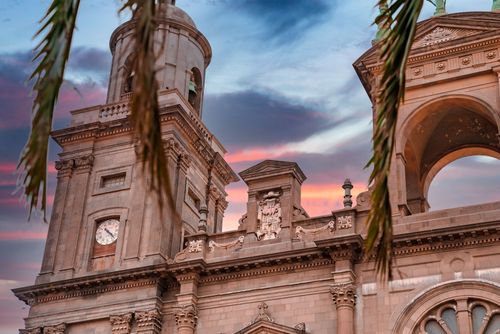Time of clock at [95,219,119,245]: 4:22
